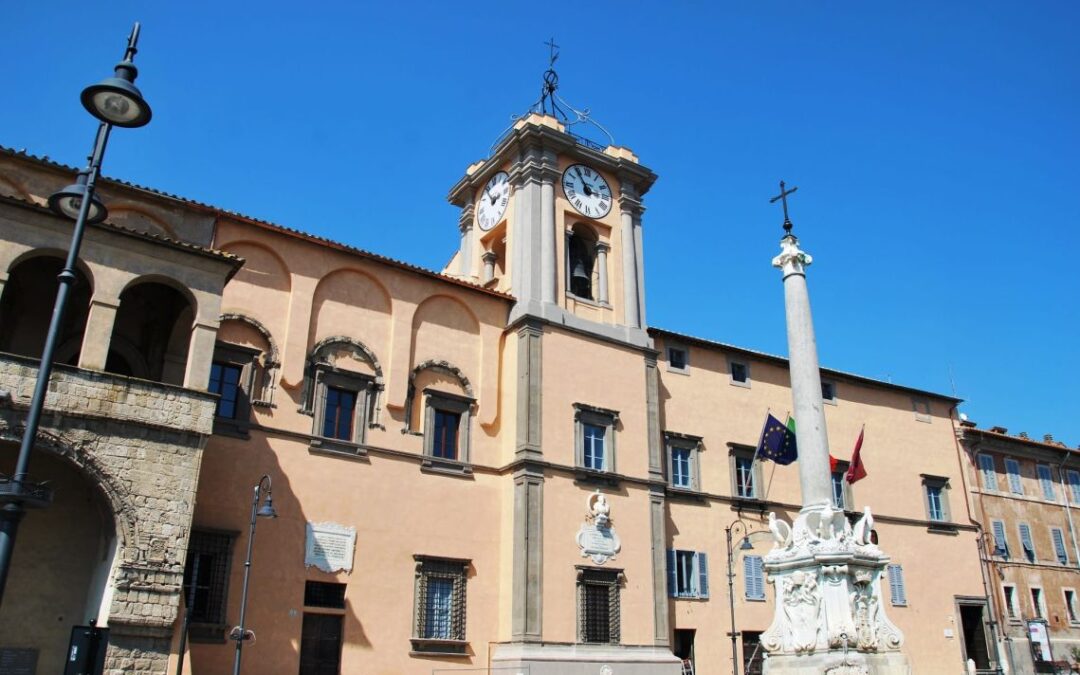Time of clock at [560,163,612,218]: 2:54
